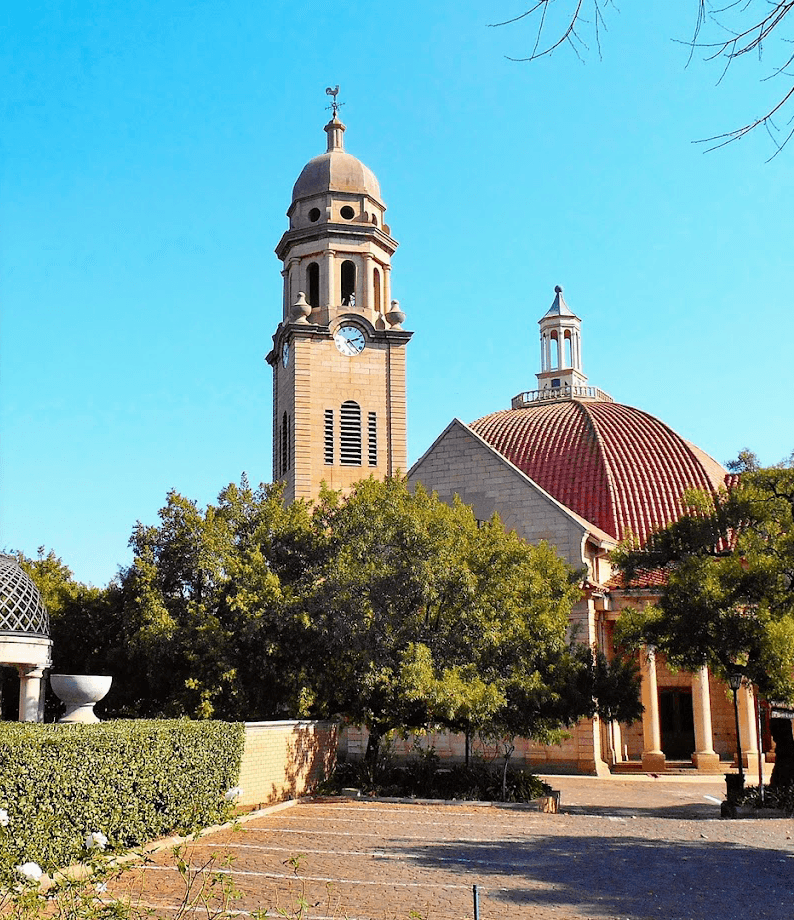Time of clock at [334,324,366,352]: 2:23
